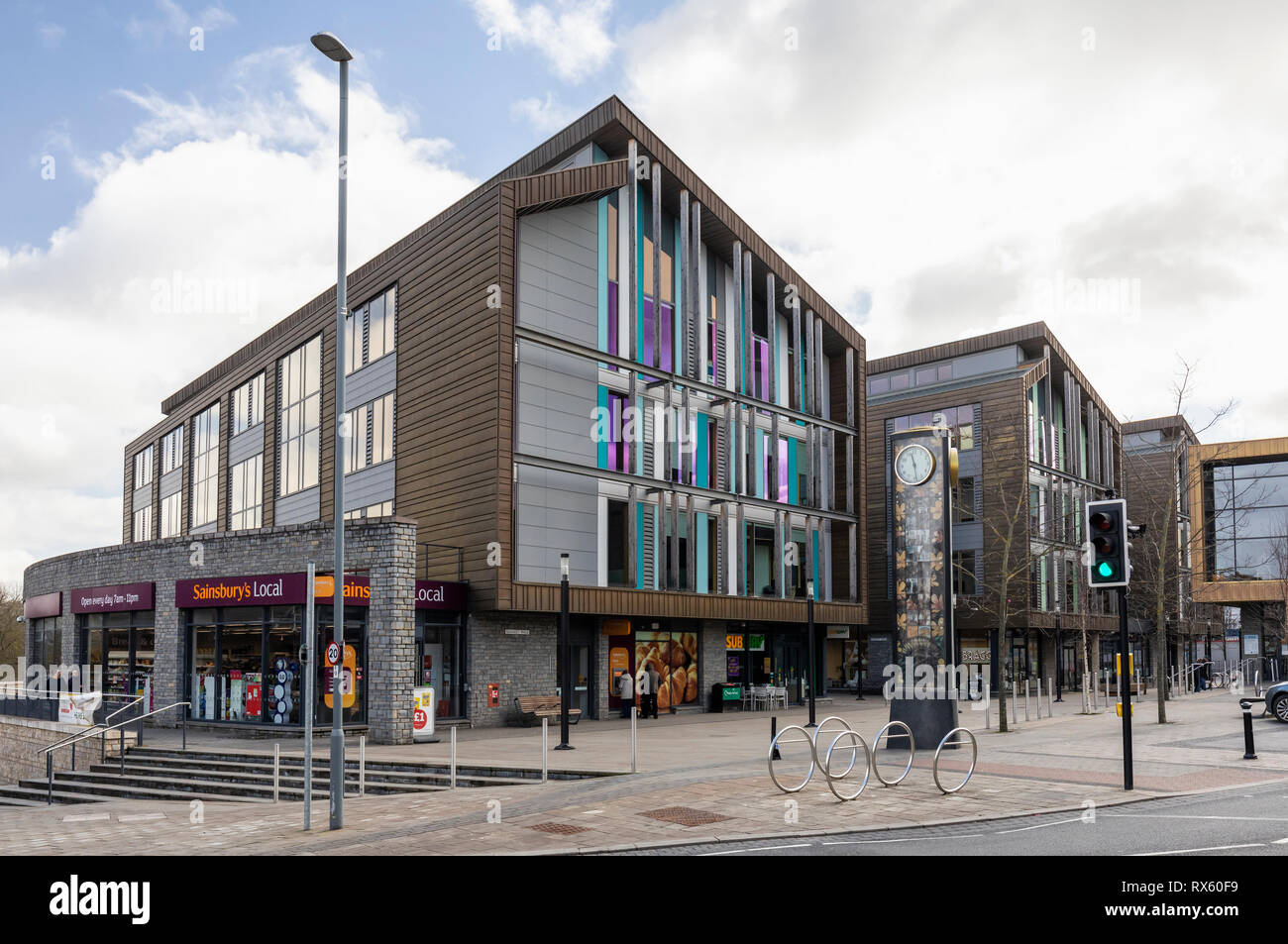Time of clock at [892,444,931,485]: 11:28
